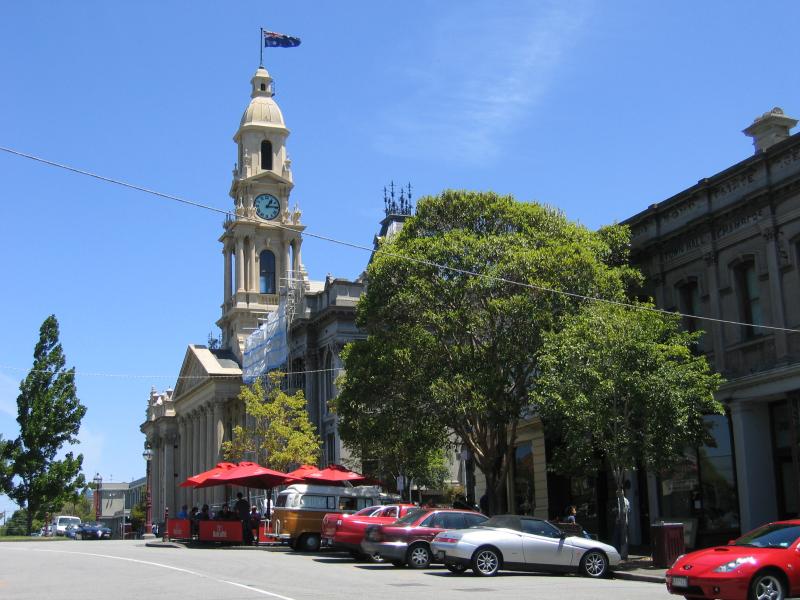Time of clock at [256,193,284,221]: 1:14
